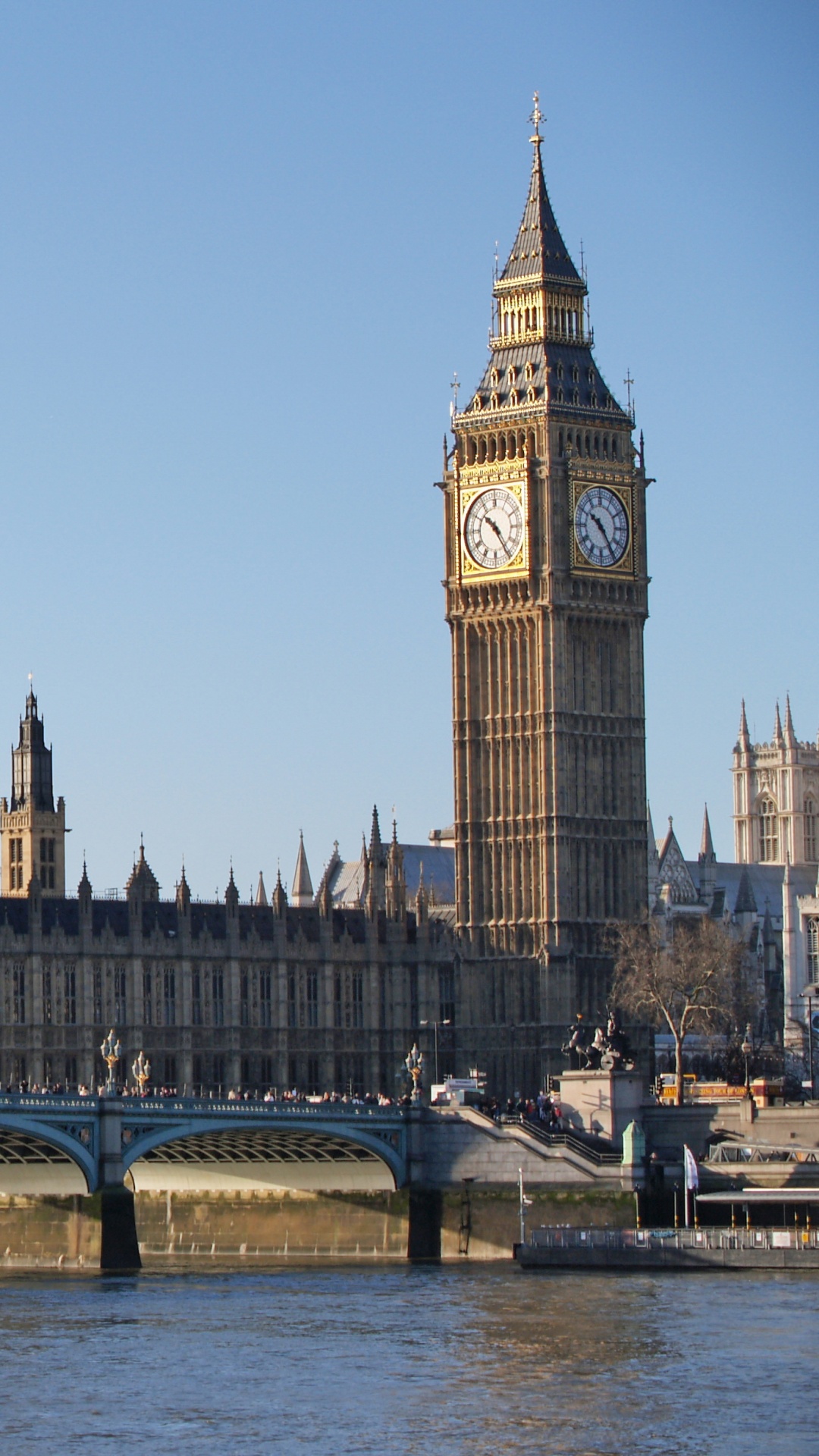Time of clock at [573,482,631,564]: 10:24
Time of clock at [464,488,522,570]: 10:24
